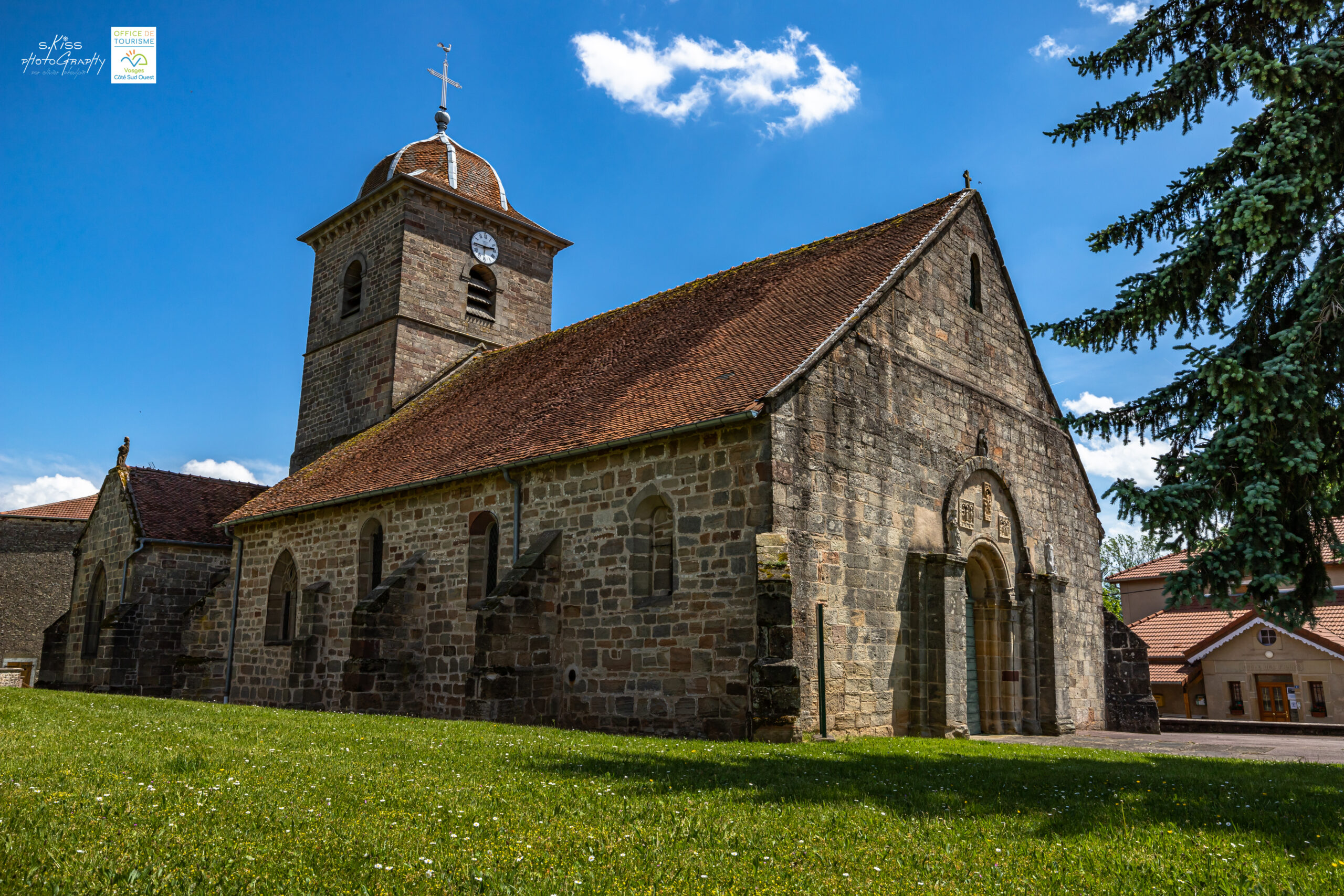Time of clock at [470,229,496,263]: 2:45
